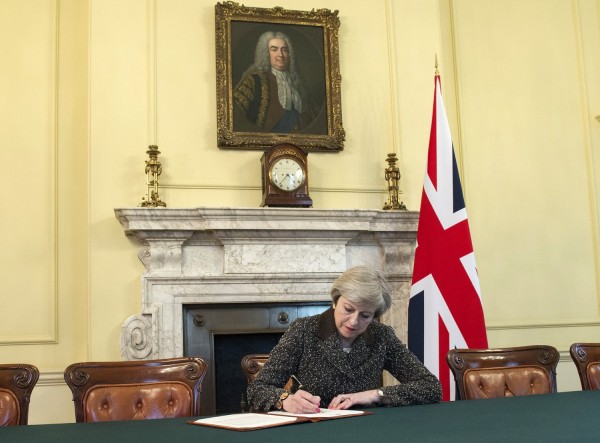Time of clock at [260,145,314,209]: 4:37
